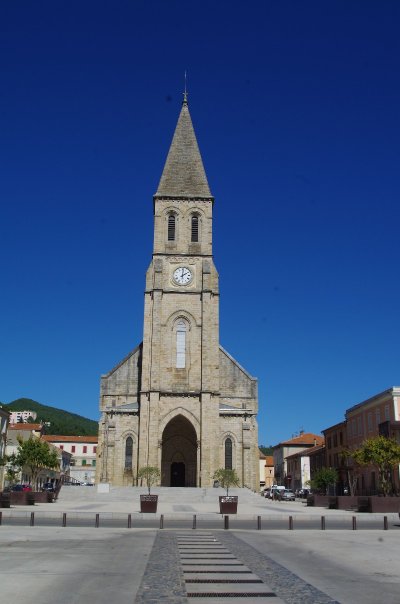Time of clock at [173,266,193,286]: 2:01
